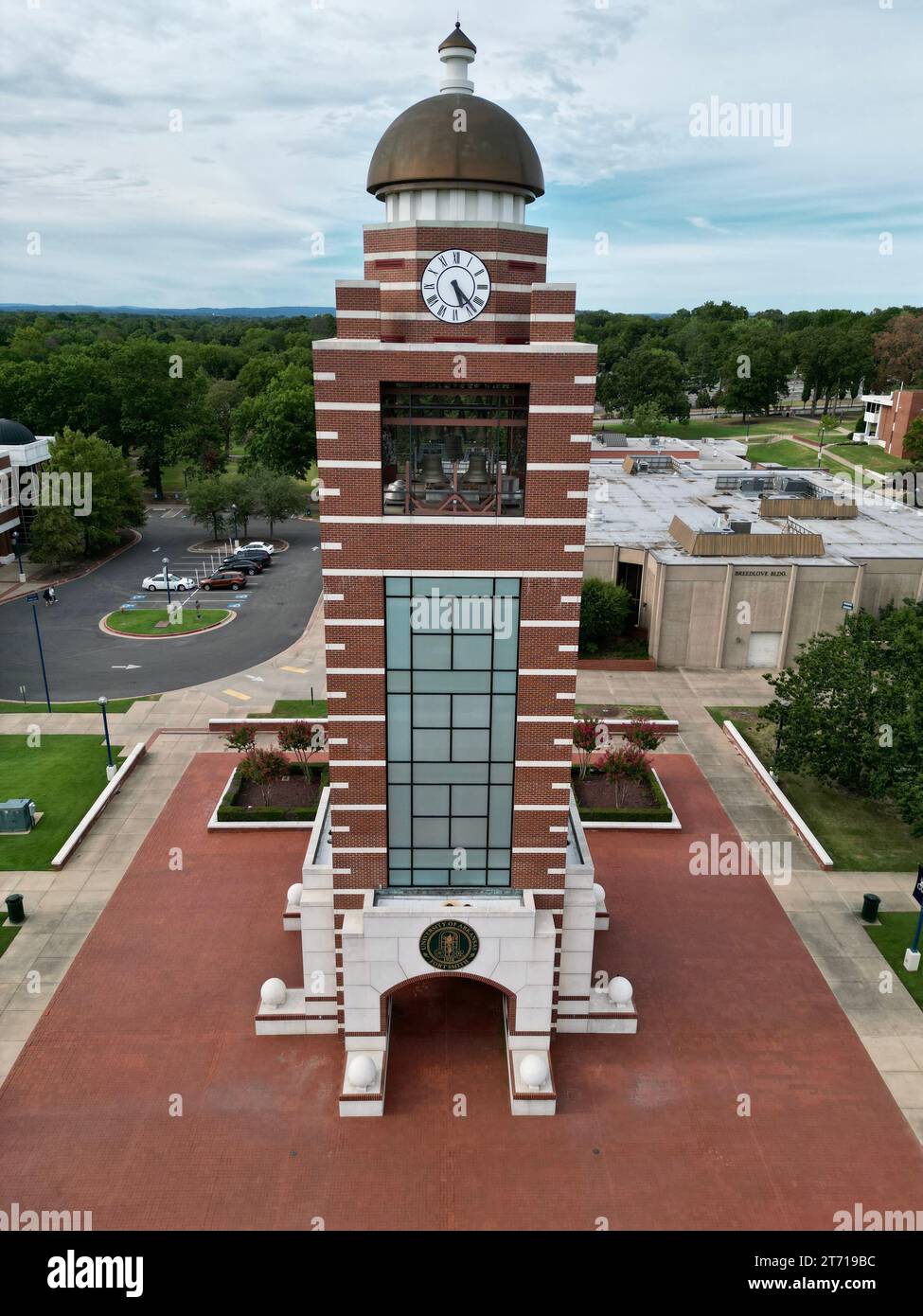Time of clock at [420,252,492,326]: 5:23
